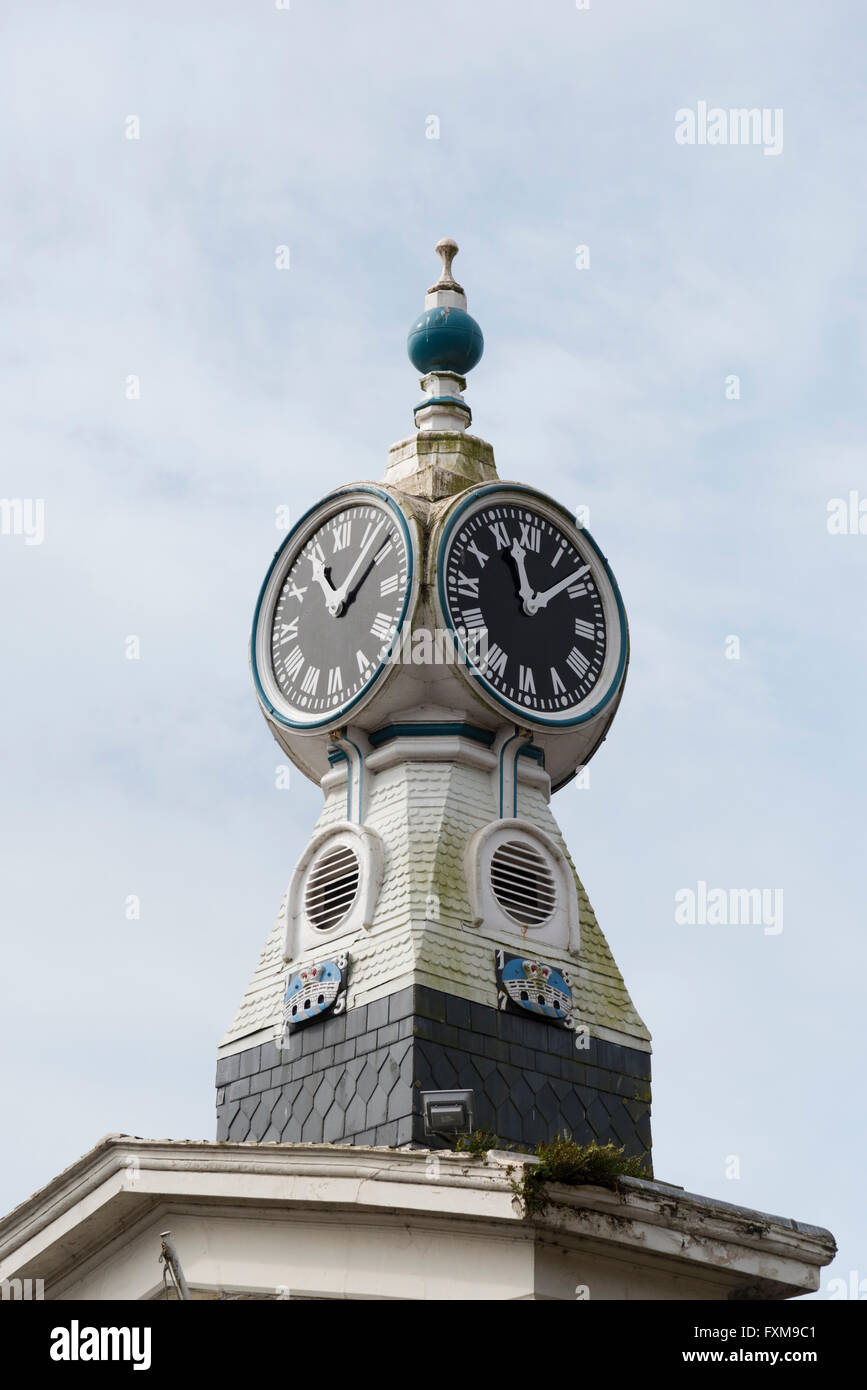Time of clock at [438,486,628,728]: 11:08
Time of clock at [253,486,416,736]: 11:09
